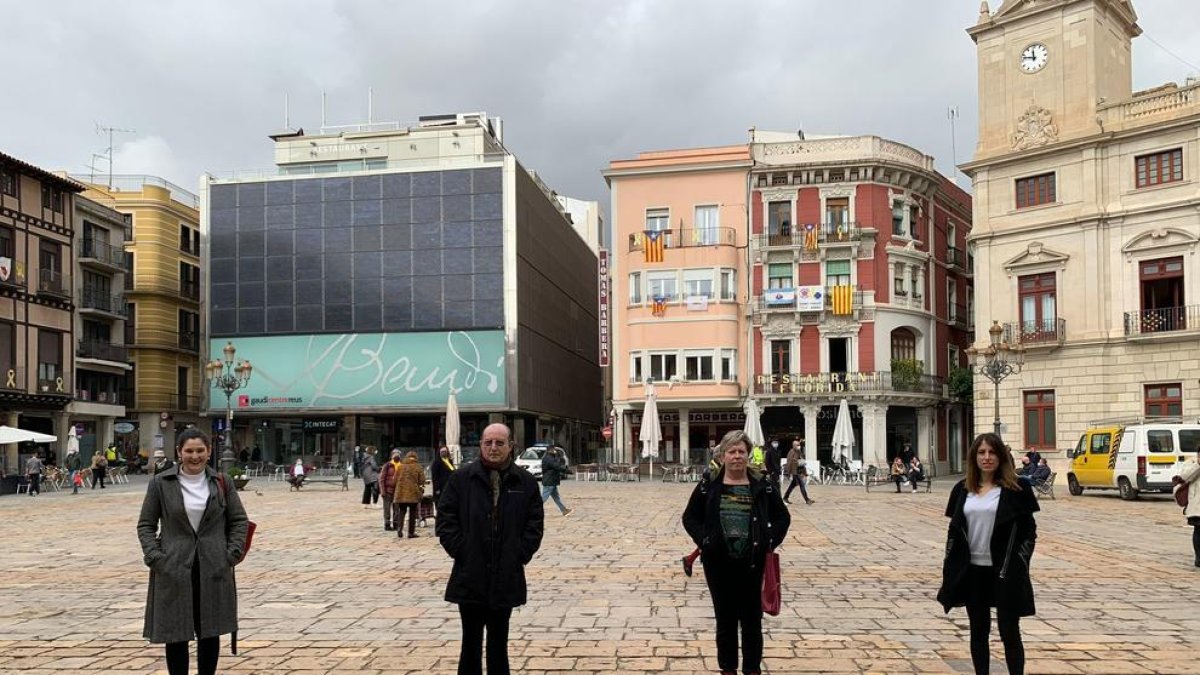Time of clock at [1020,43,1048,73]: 11:47
